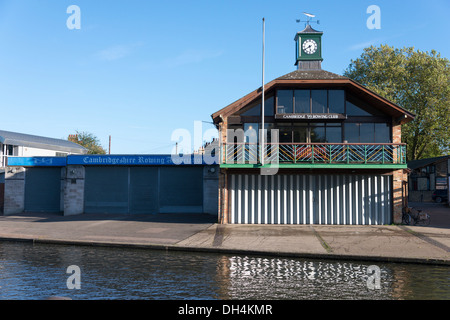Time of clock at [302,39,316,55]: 5:40
